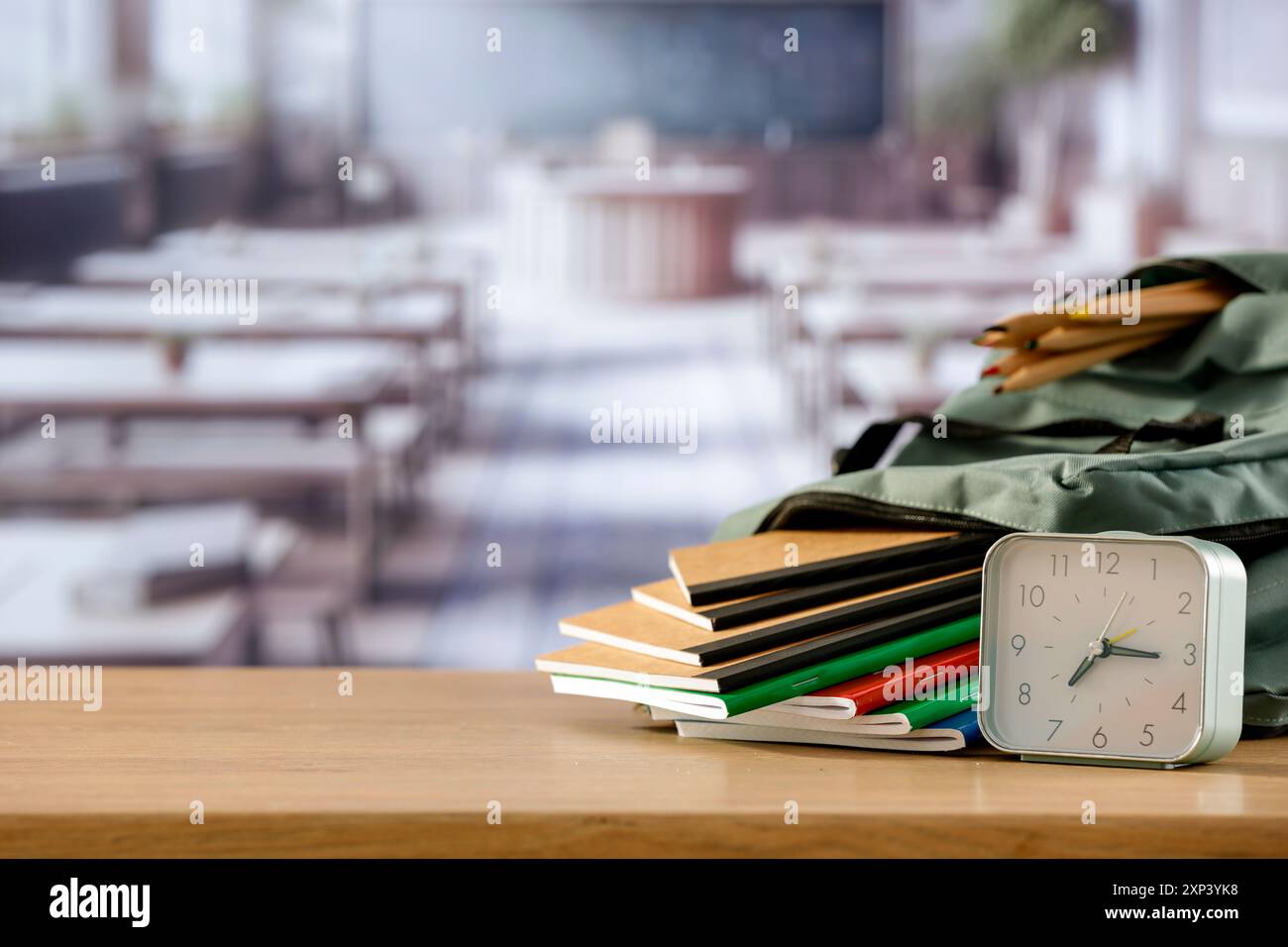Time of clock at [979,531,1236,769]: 7:15
